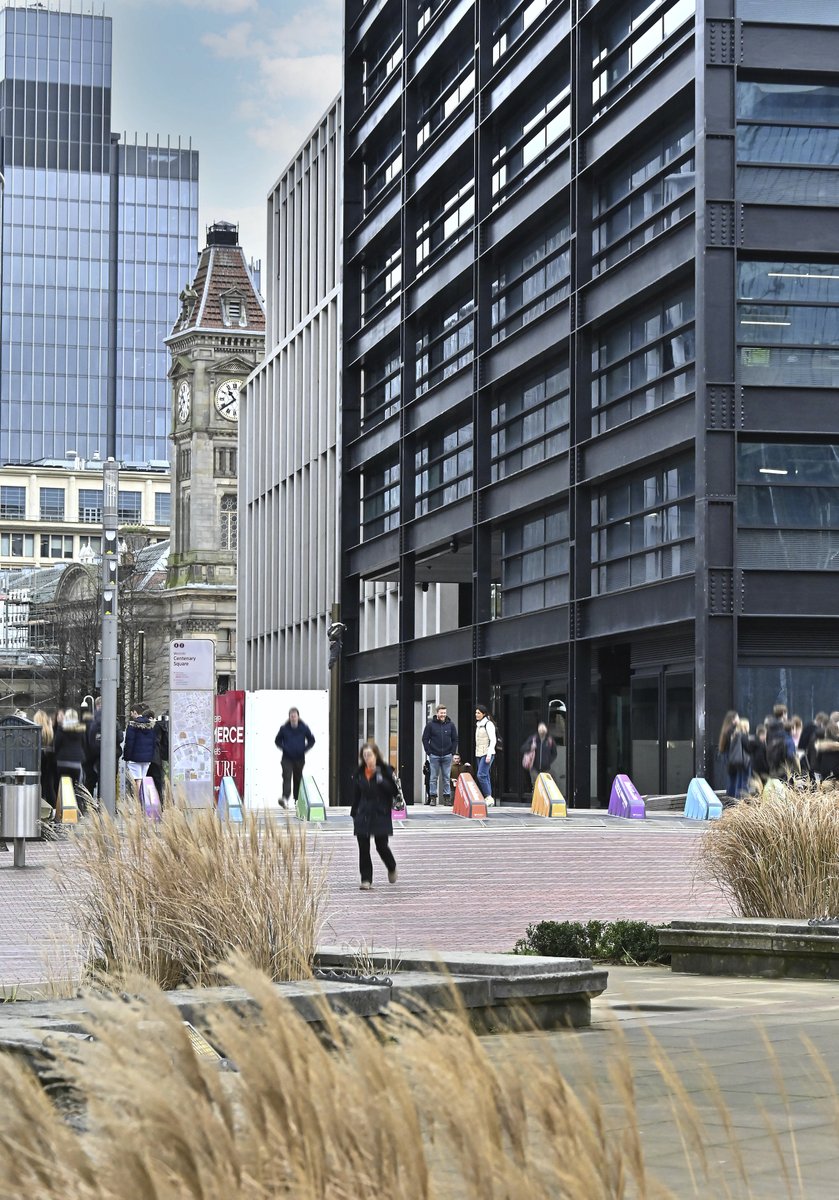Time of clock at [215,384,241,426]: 10:39
